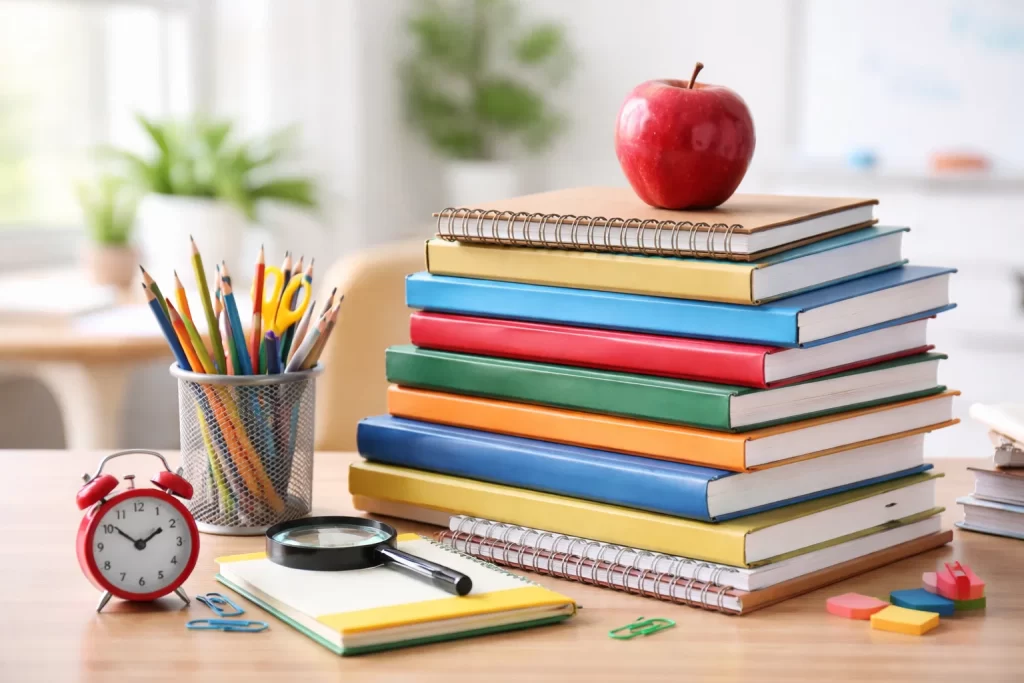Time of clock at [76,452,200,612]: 1:51
